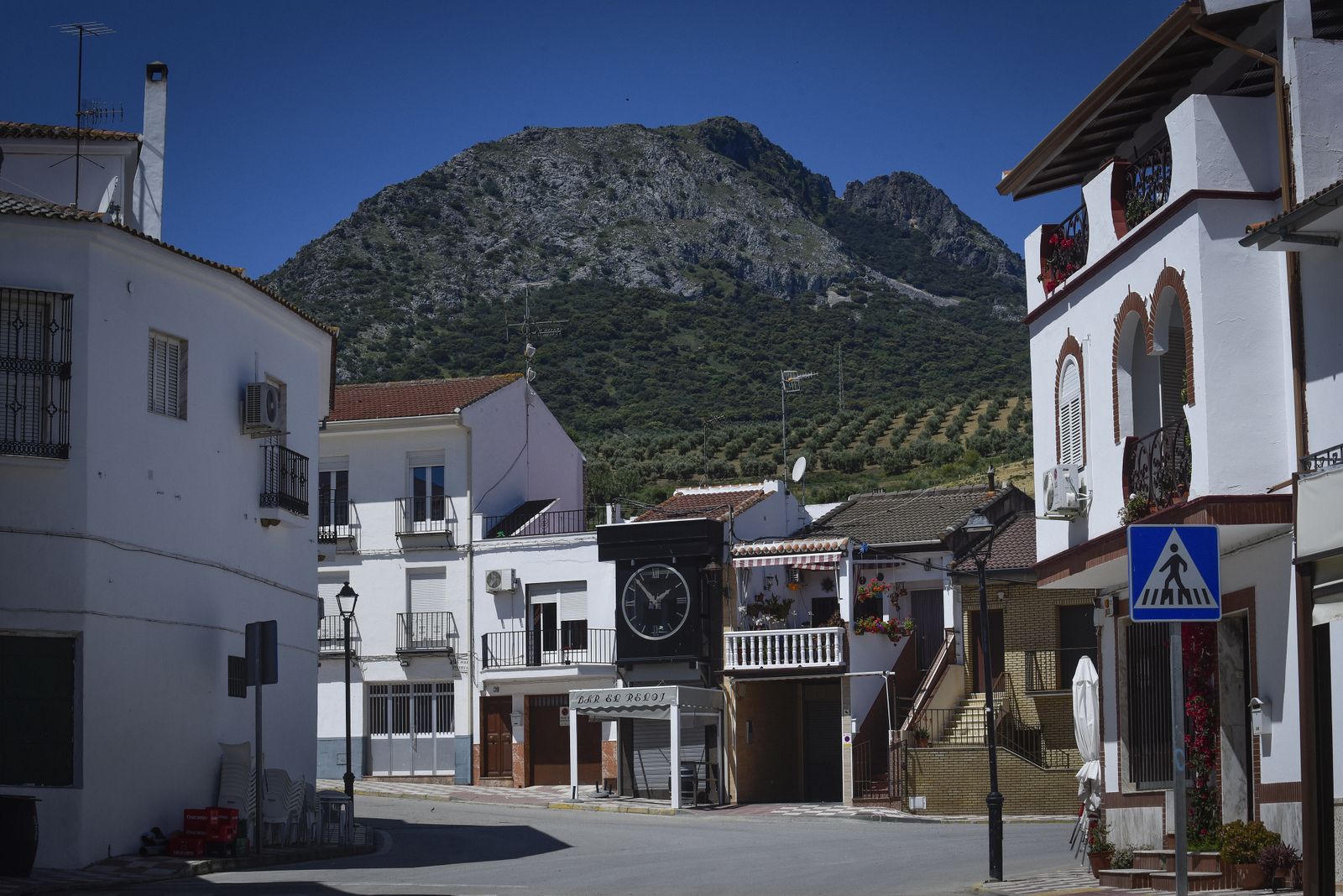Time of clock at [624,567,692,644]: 1:53
